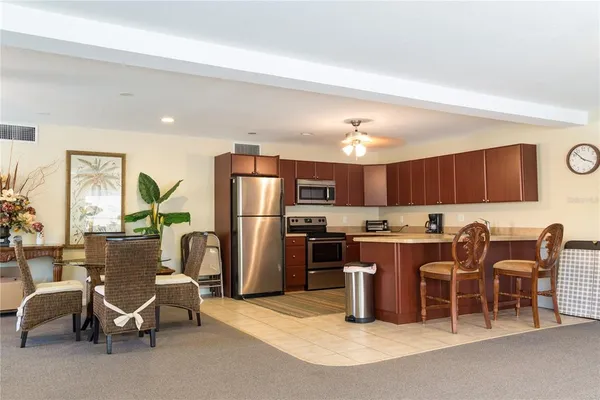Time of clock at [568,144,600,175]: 3:52
